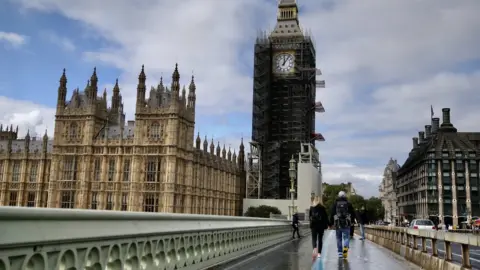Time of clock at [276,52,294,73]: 12:06
